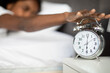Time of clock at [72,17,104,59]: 6:01
